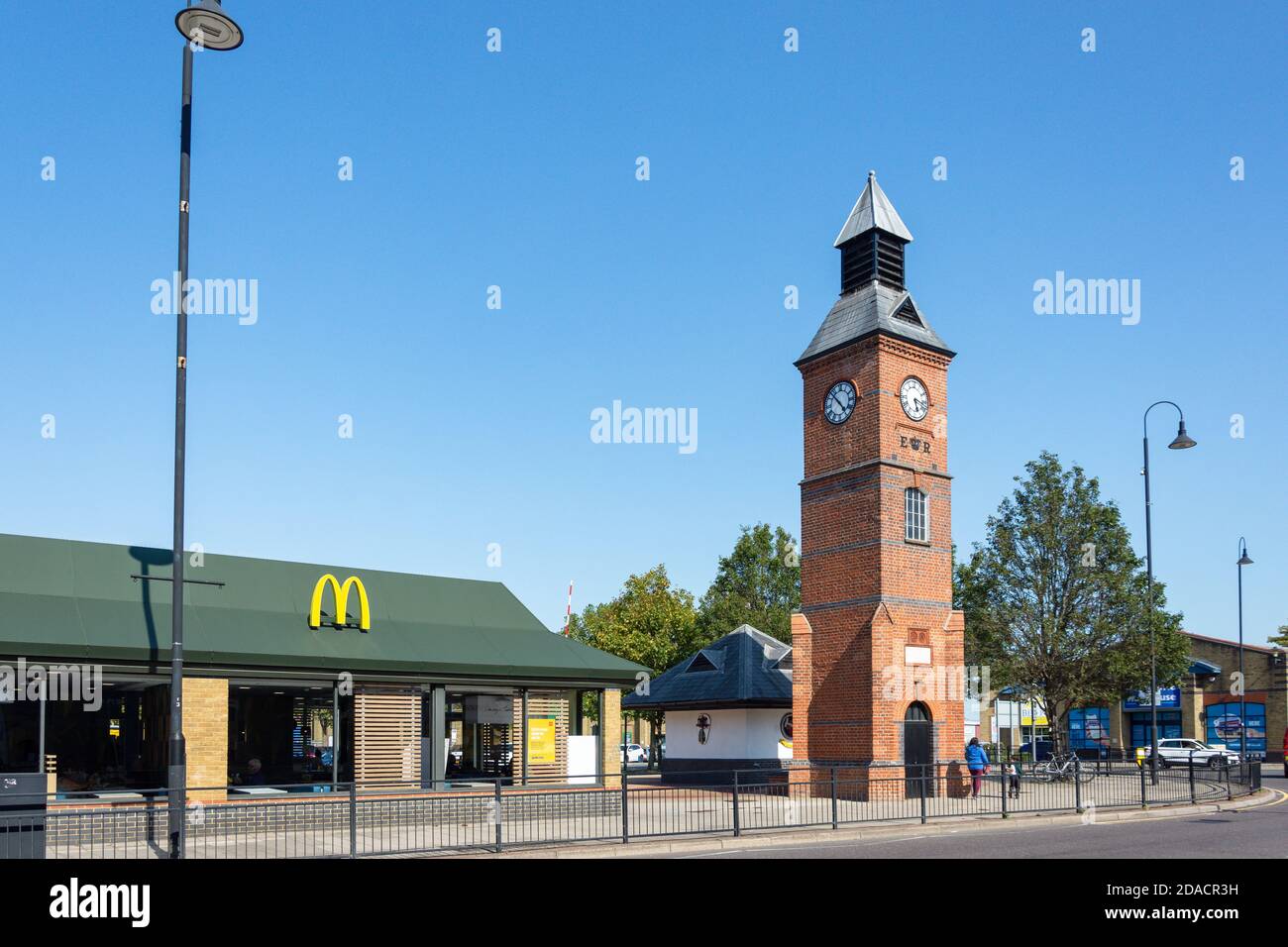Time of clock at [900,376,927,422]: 5:18
